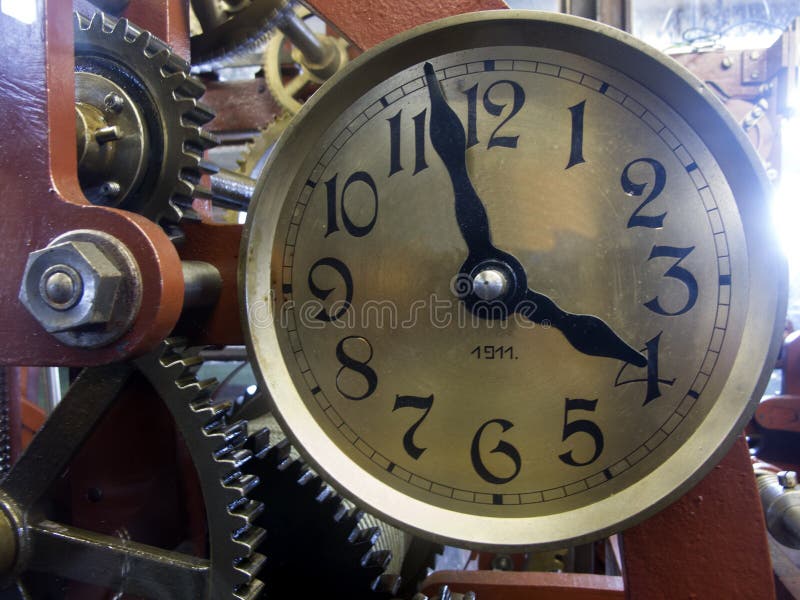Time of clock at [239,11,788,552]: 3:57
